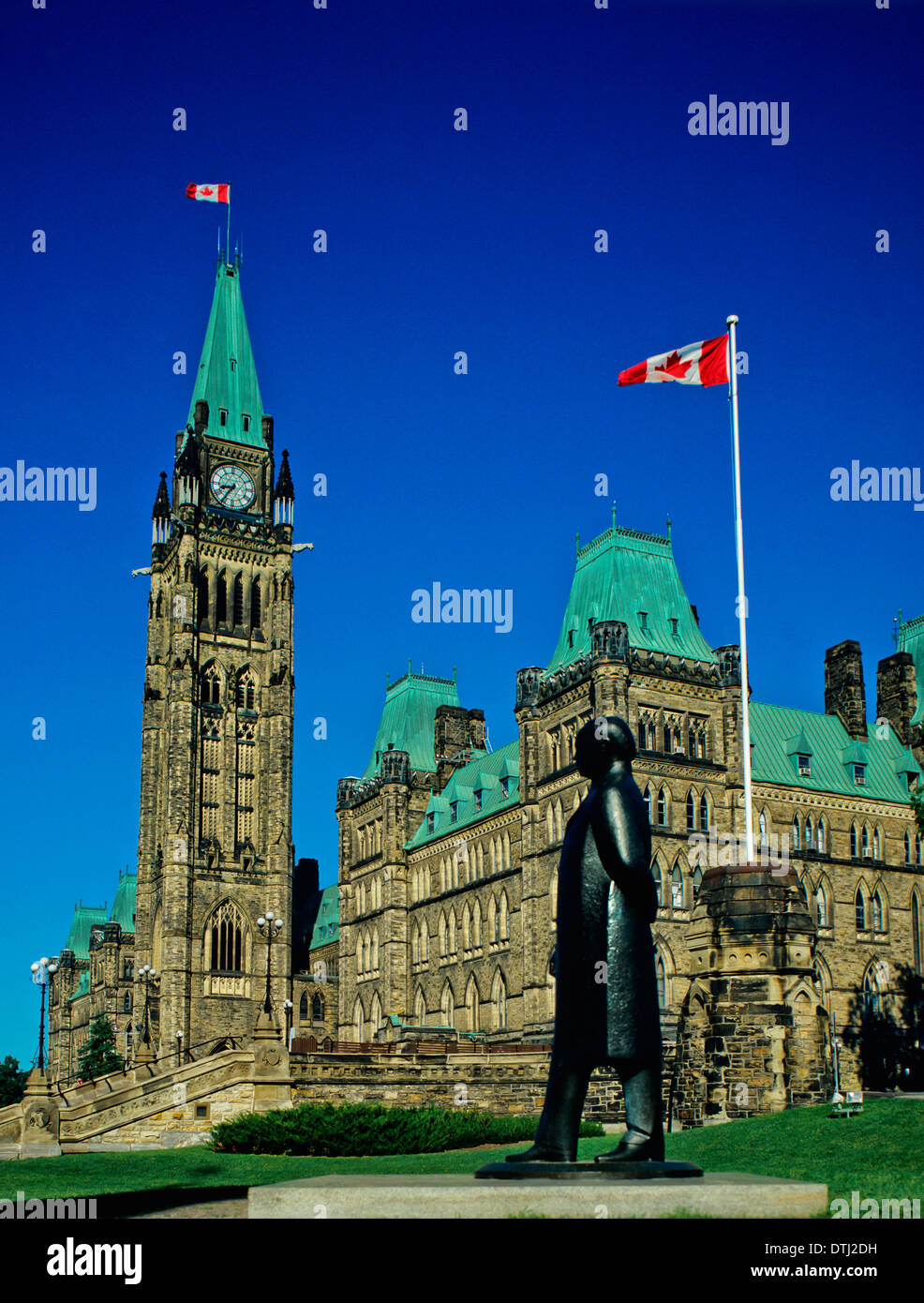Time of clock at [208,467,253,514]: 8:36
